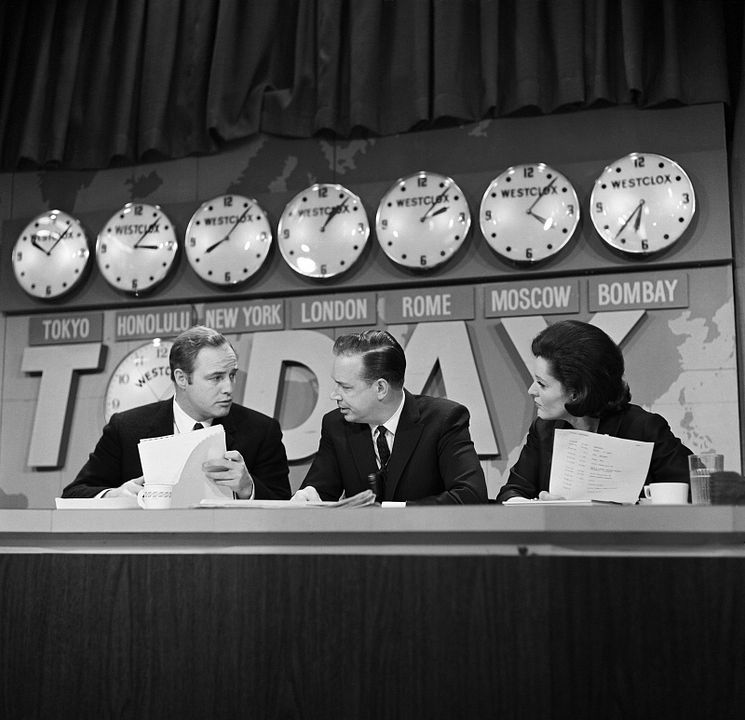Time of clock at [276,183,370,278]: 1:07
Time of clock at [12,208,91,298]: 10:07
